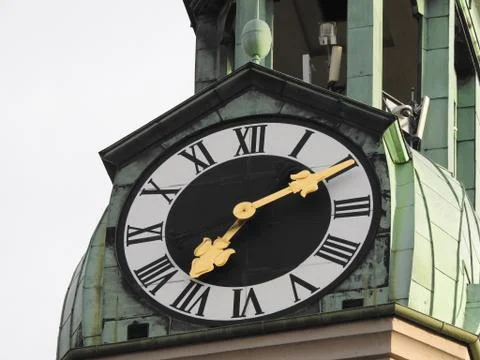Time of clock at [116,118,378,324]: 7:10
